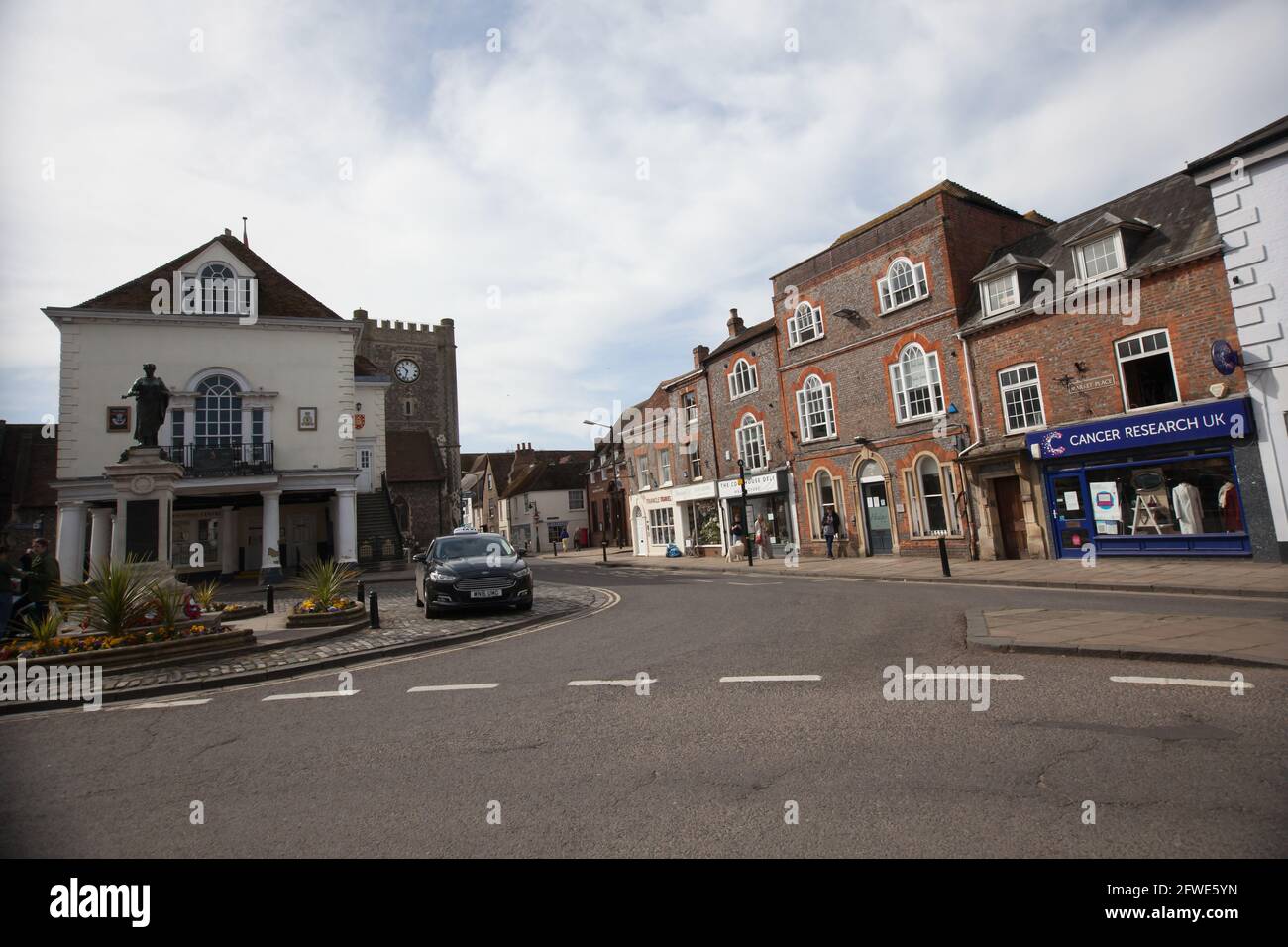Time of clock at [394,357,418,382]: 10:33
